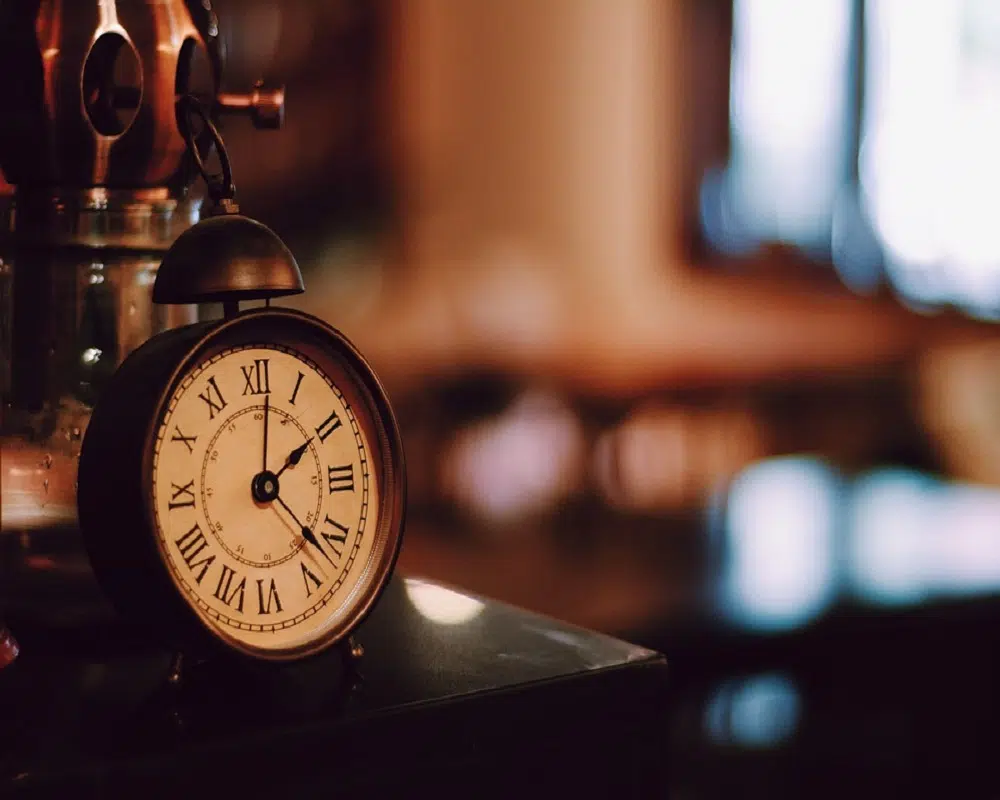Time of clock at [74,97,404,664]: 2:01
